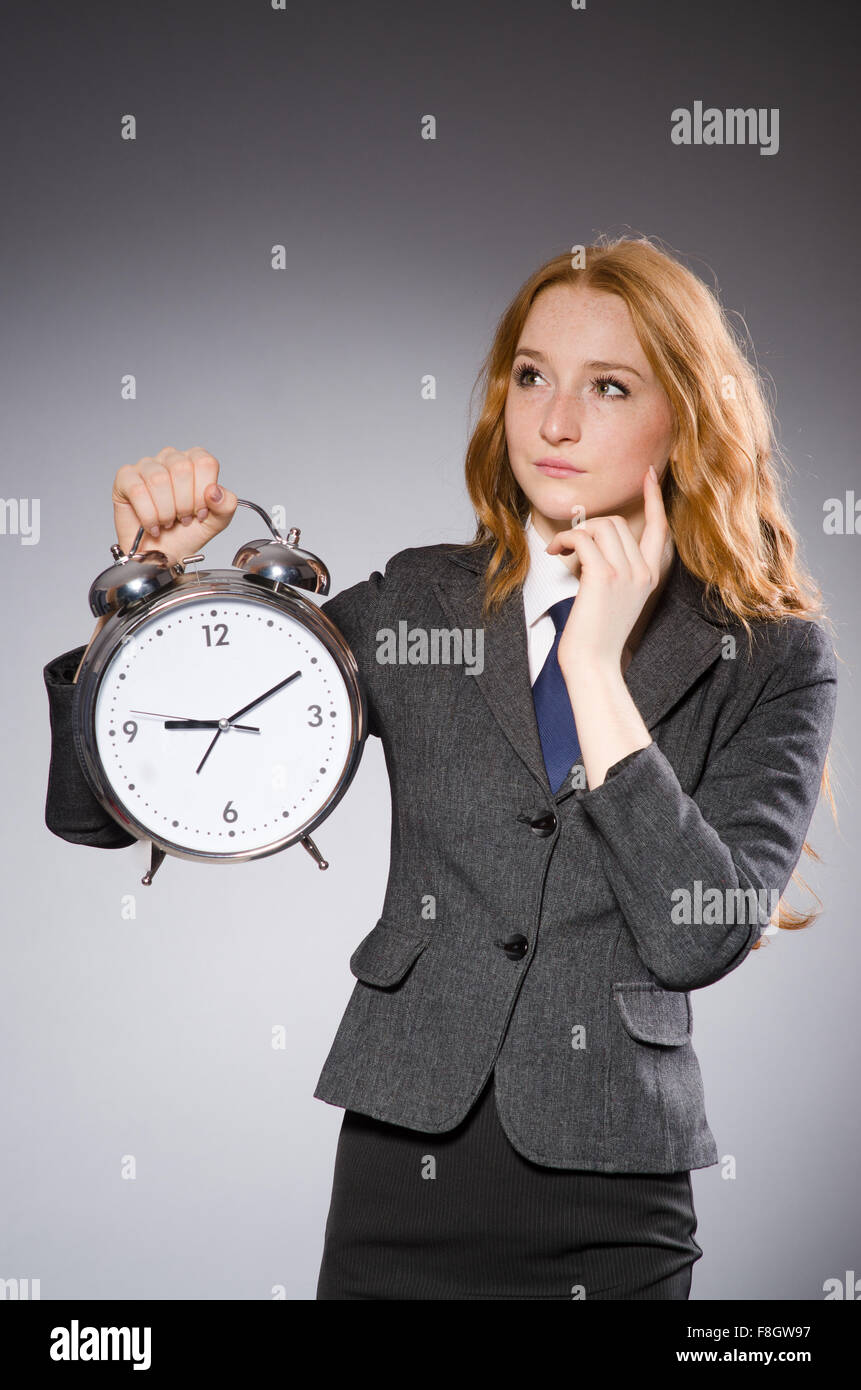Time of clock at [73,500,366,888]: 9:10
